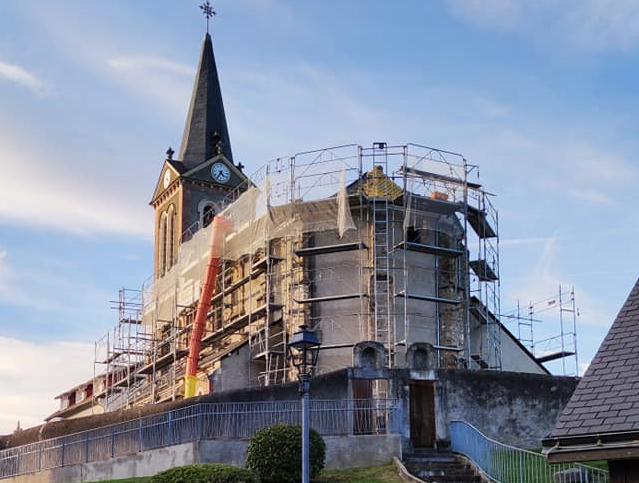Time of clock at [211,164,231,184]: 4:35
